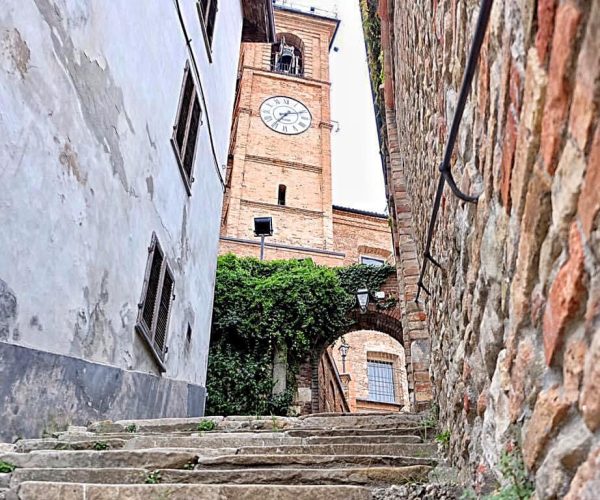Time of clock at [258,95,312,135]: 7:11
